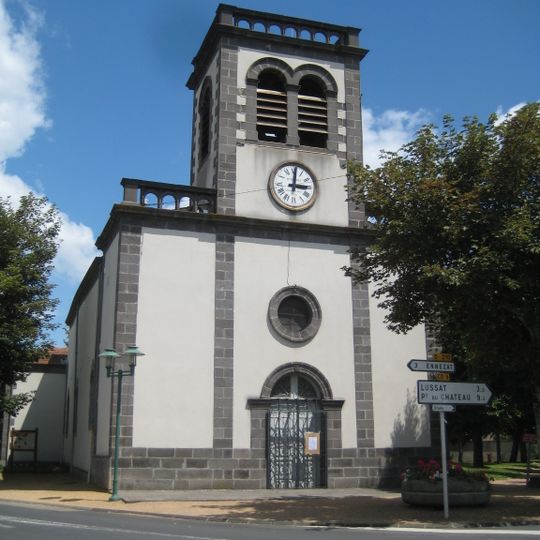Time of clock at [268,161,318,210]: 3:01
